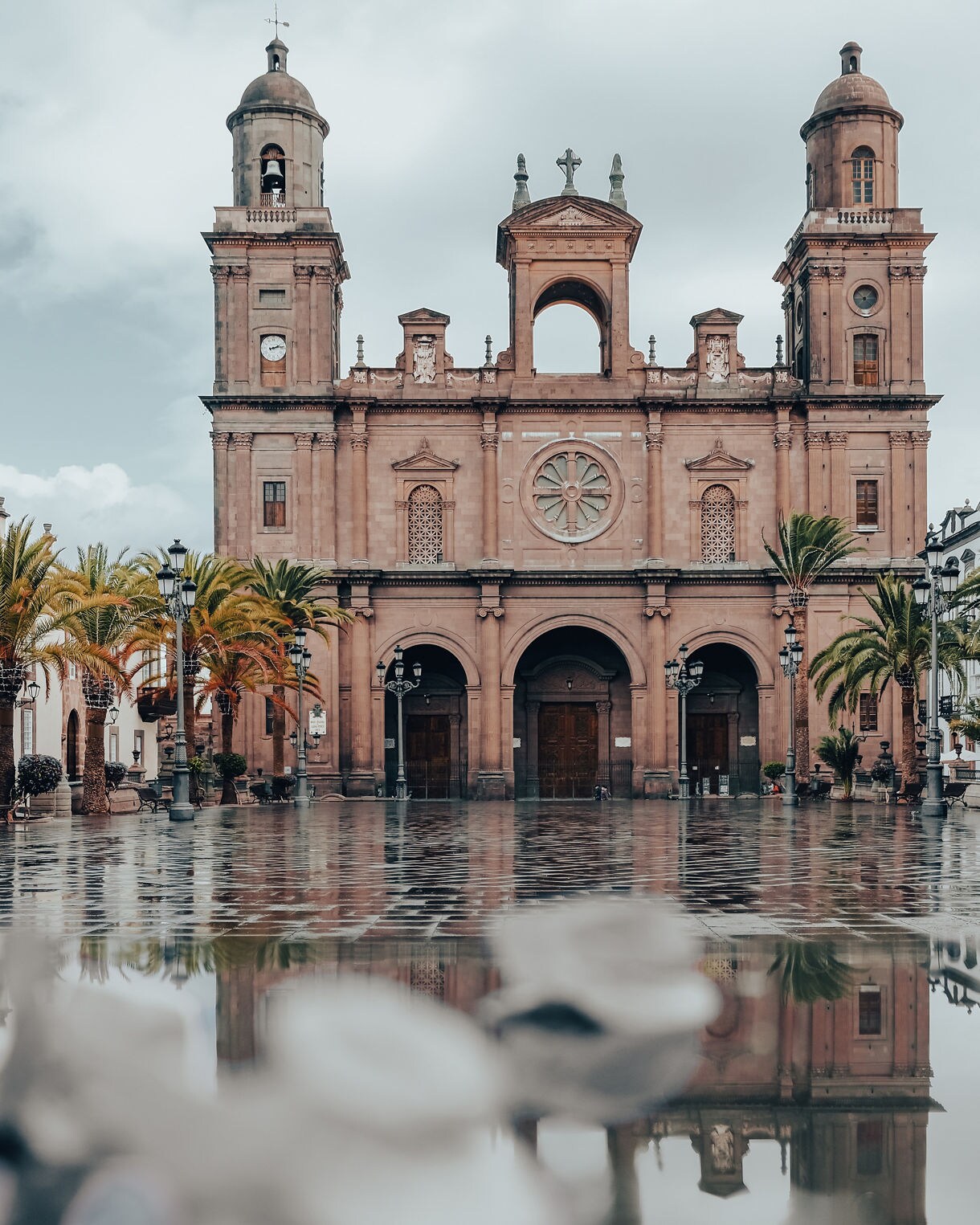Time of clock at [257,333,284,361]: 2:13
